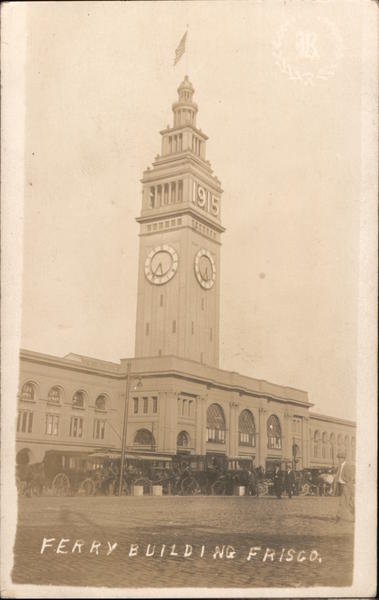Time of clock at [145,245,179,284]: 5:35
